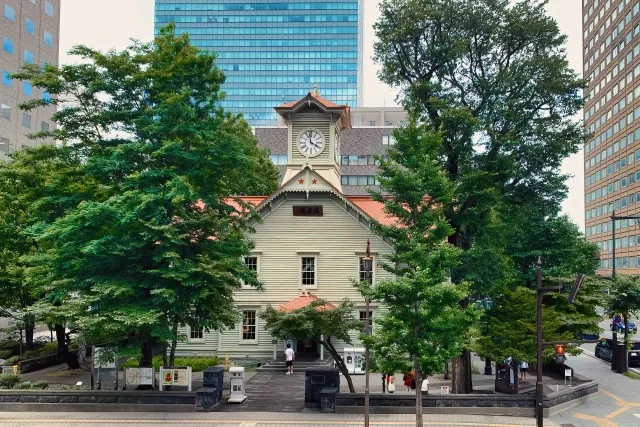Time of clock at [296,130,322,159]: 3:58
